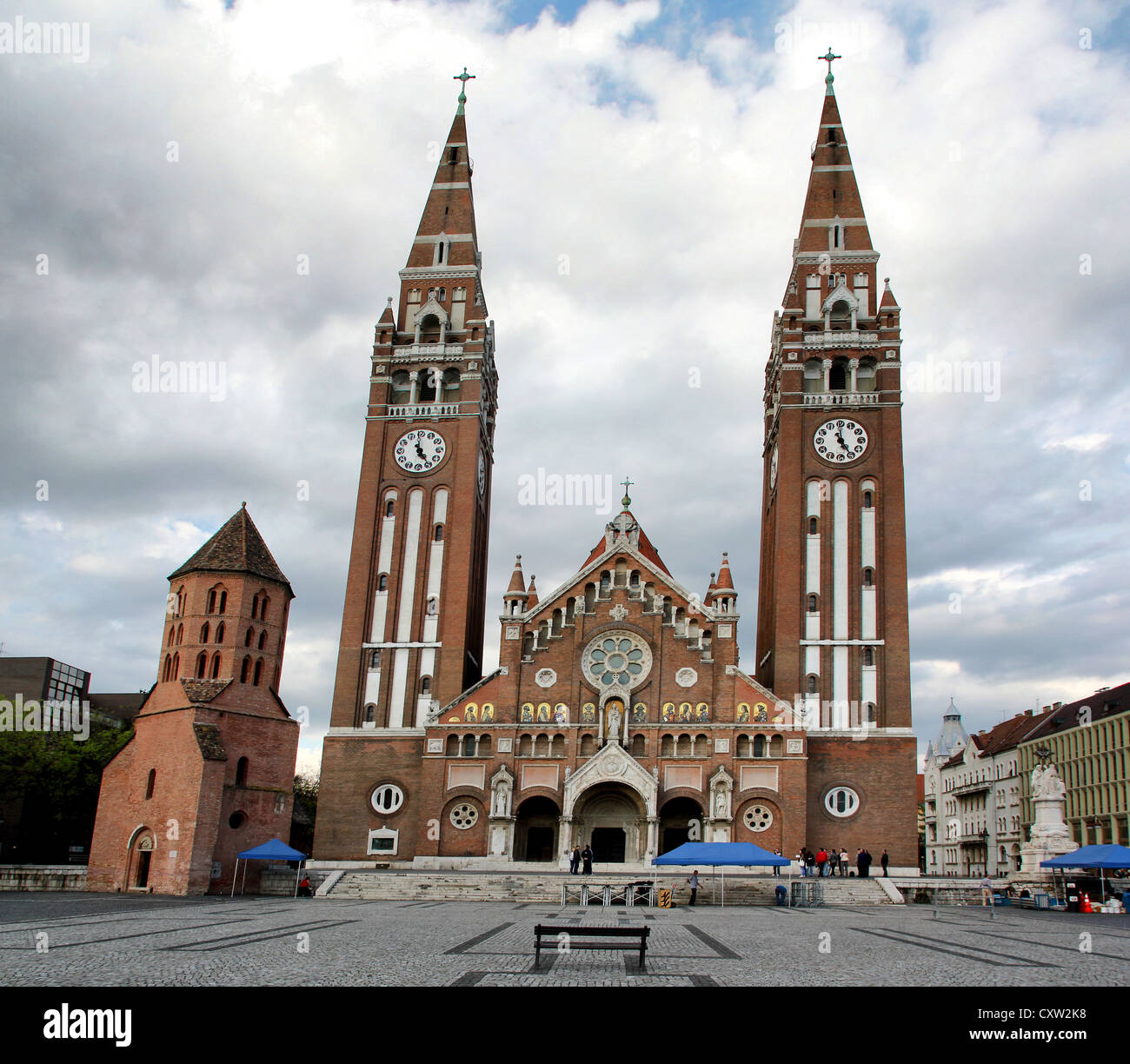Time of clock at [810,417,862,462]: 4:59
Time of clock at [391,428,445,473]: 4:59
